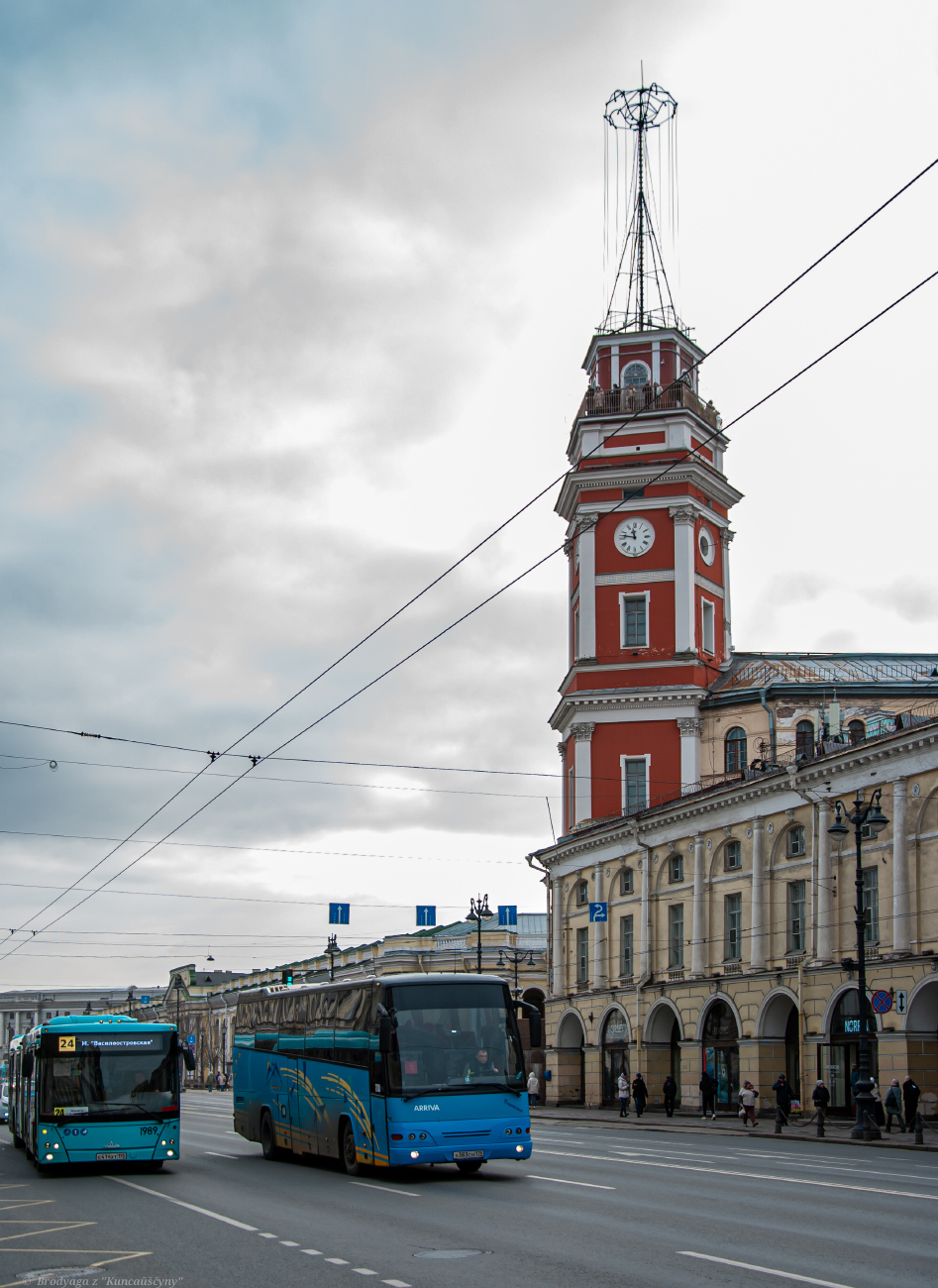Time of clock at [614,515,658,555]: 11:46
